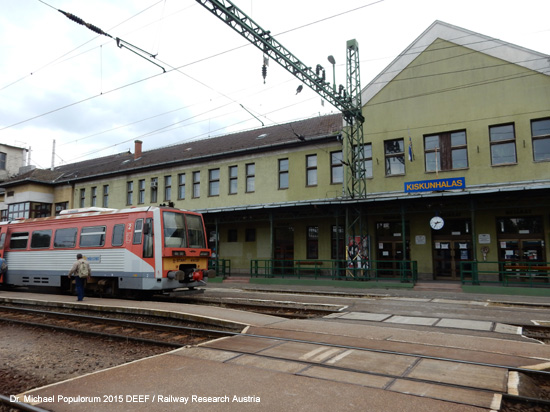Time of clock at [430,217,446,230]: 2:35
